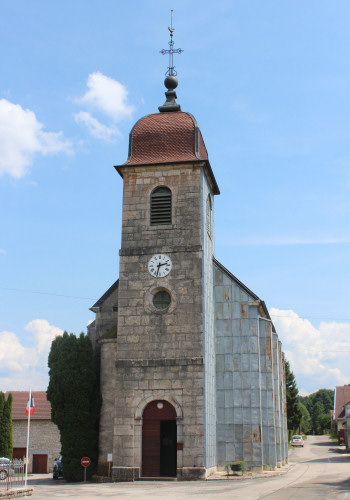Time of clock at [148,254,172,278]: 2:32
